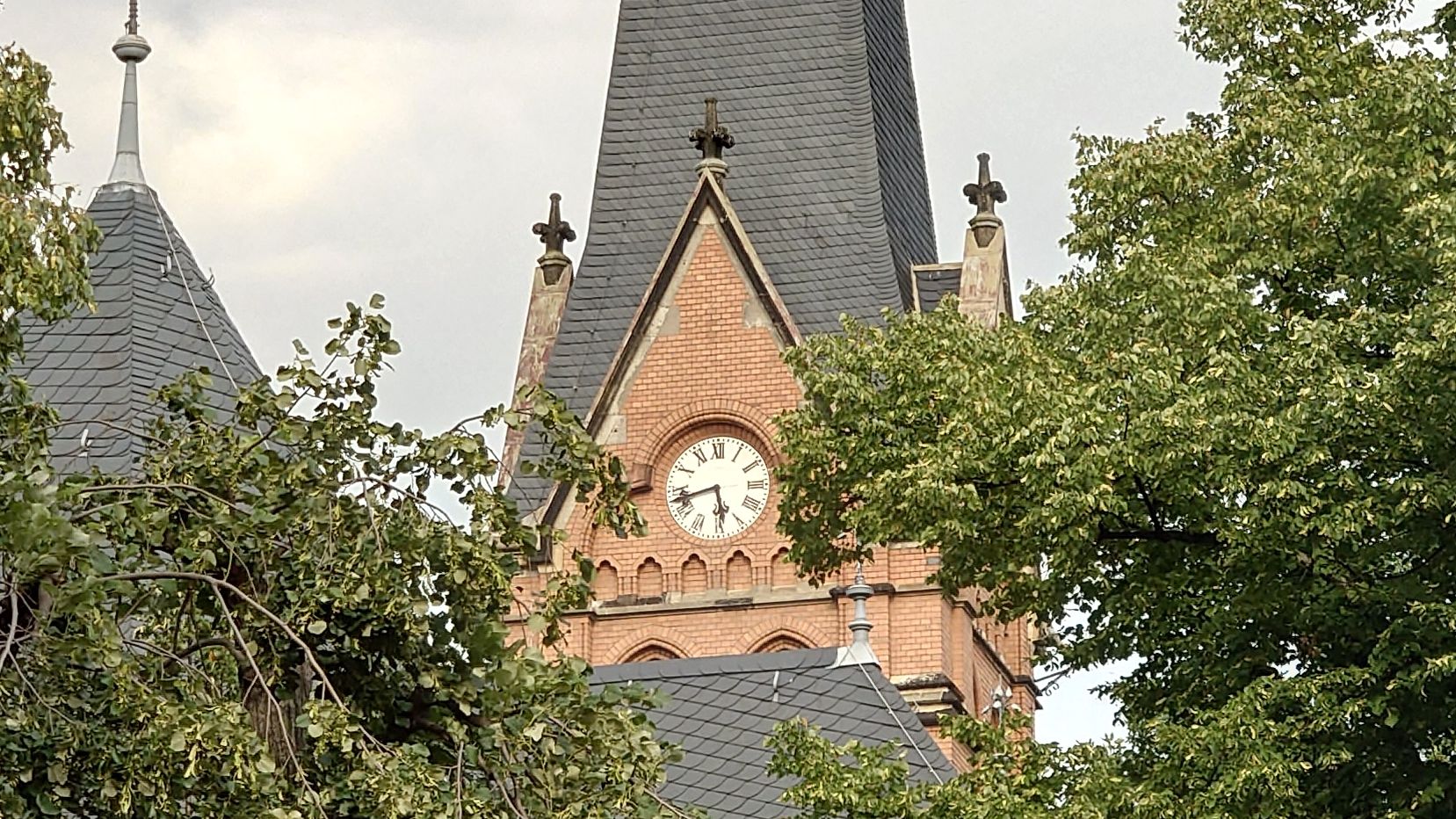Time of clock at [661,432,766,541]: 5:42
